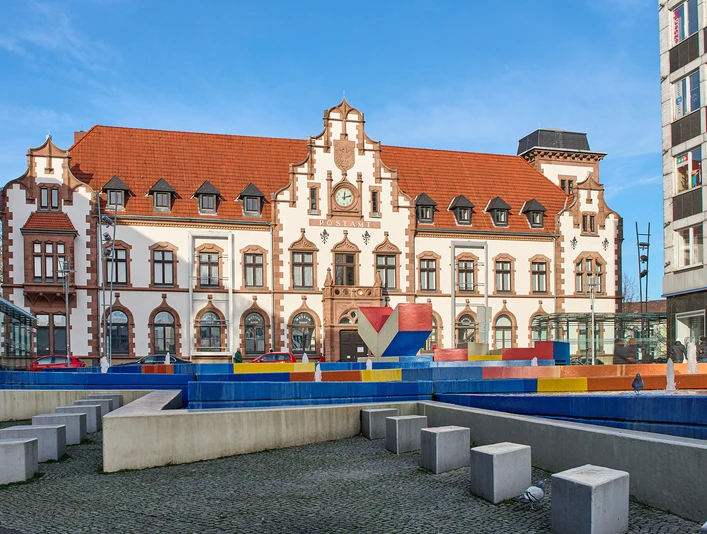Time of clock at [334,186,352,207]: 12:12
